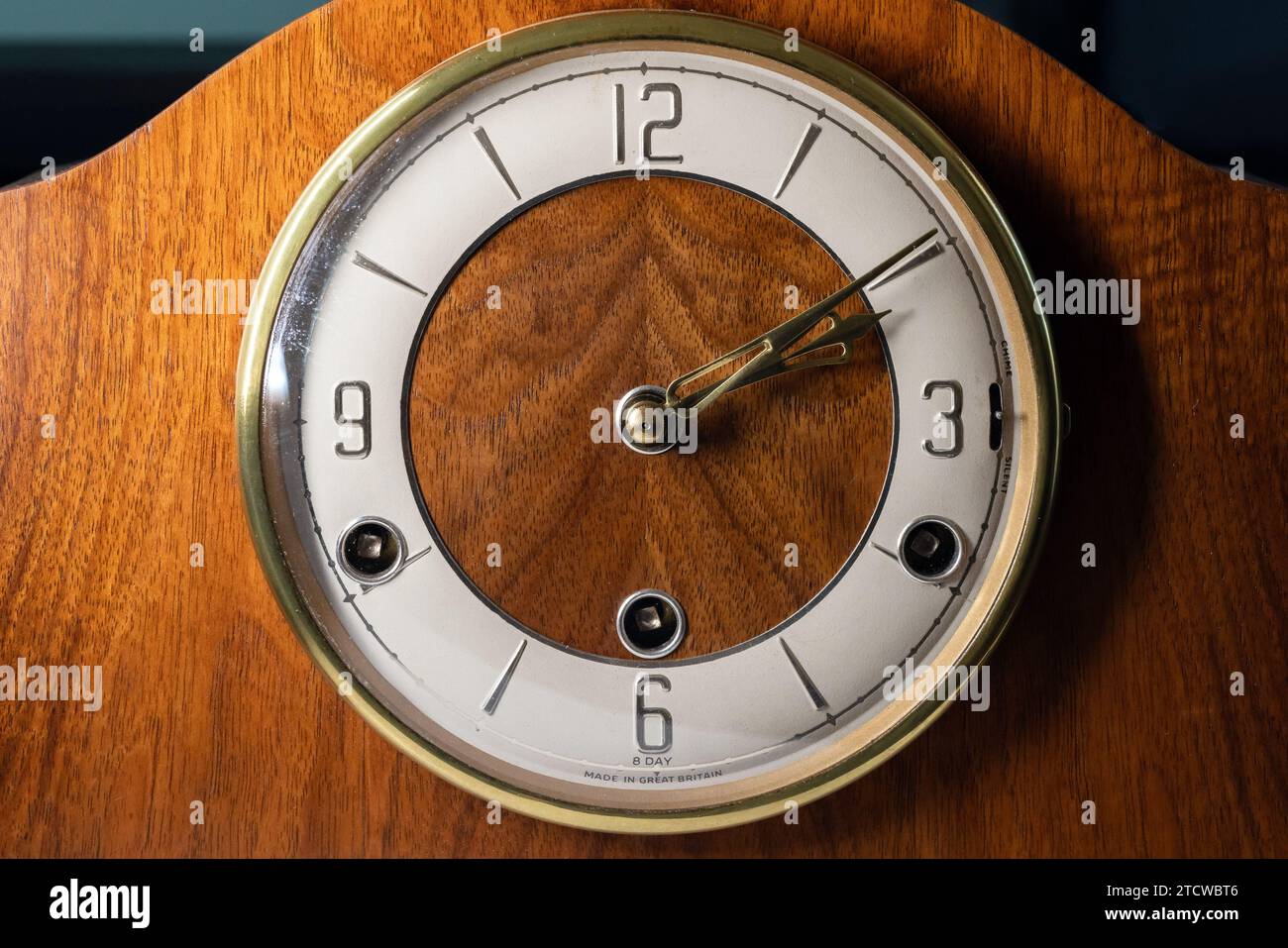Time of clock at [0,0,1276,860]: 2:09
